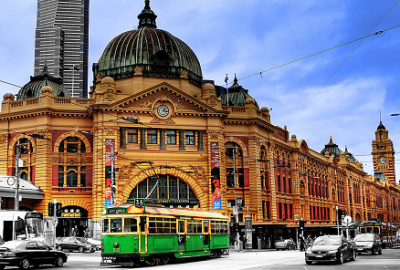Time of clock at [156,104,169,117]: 1:16
